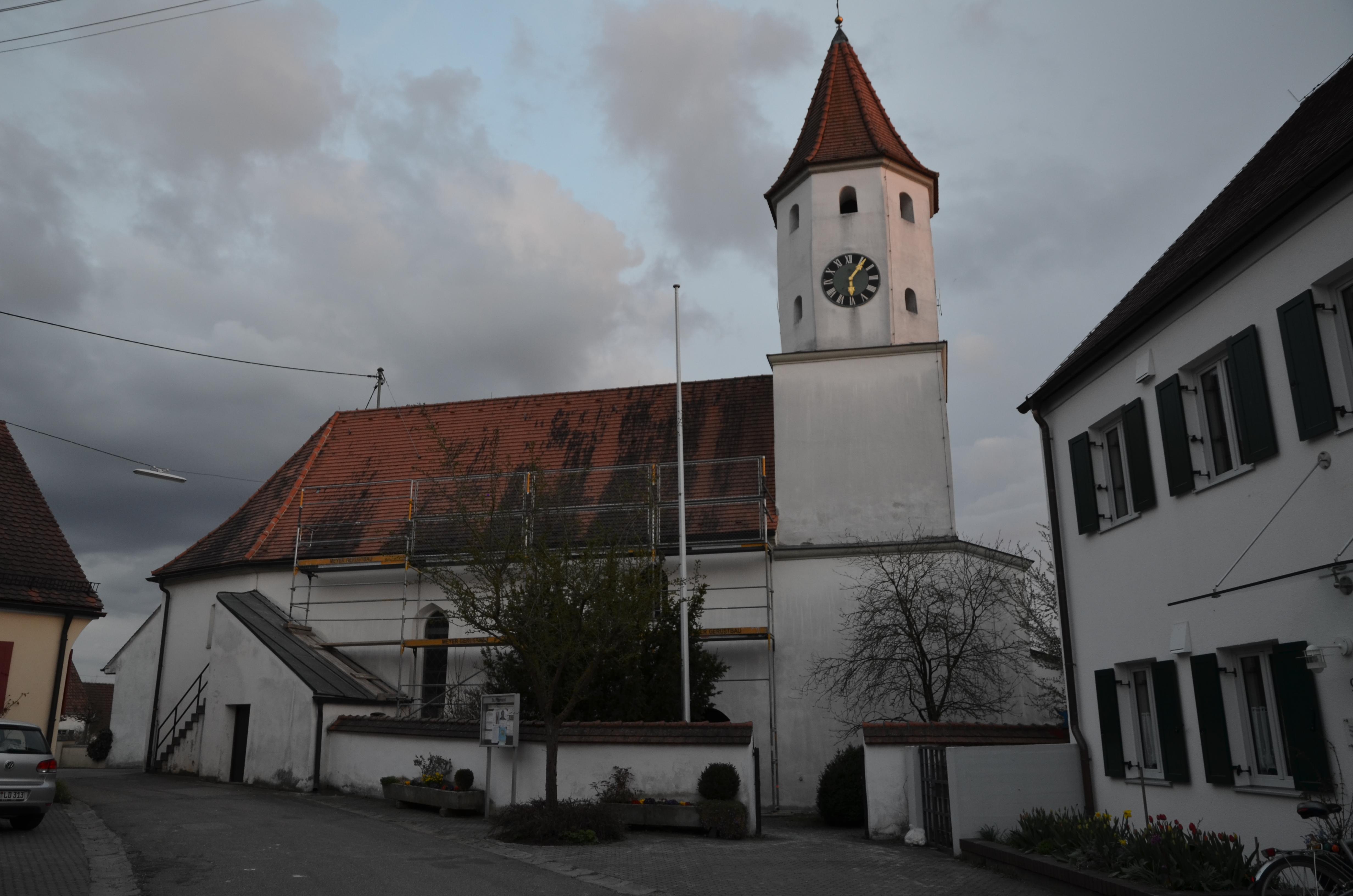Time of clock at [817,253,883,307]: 6:06
